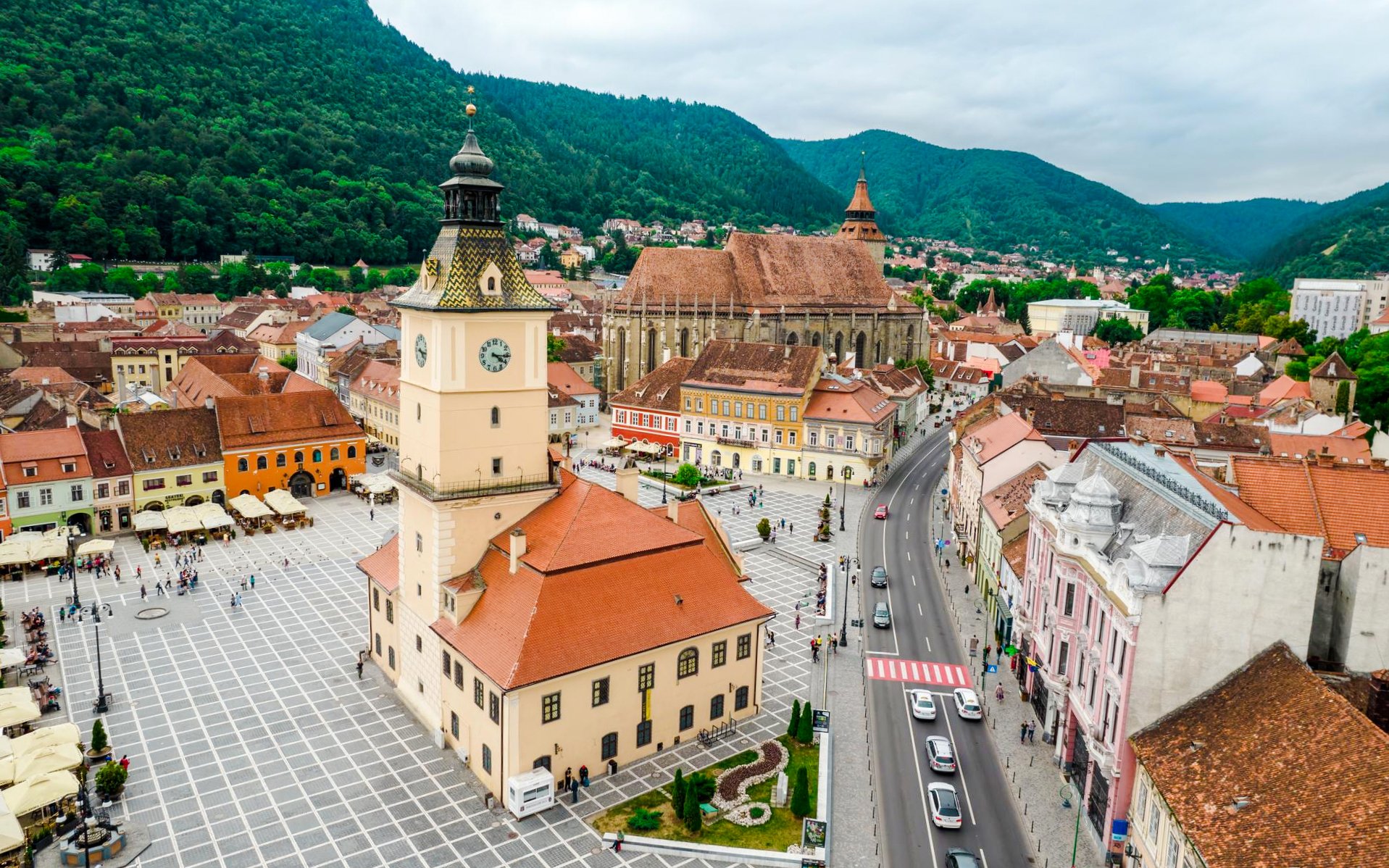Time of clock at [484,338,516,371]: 4:16
